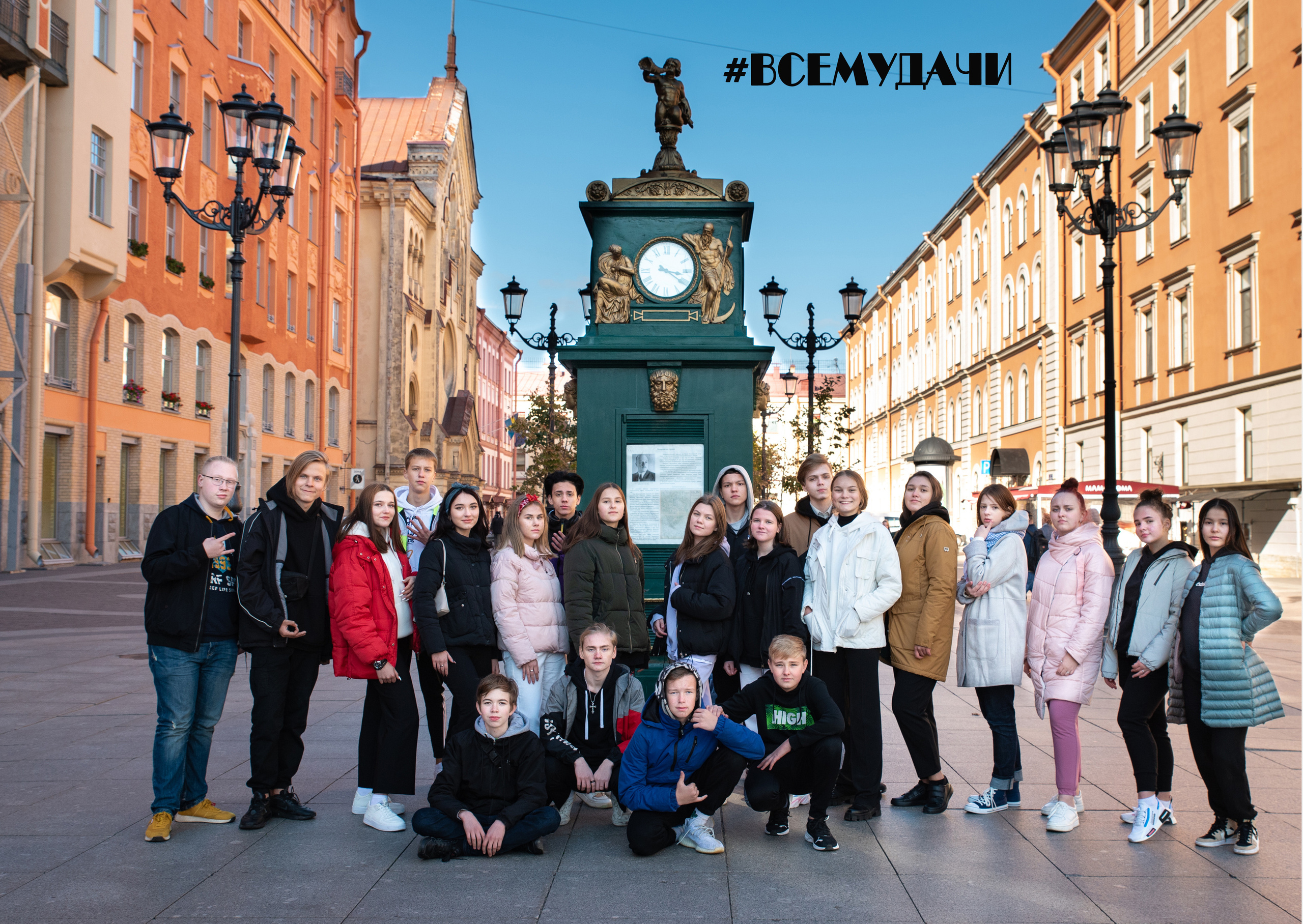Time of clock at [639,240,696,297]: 3:20
